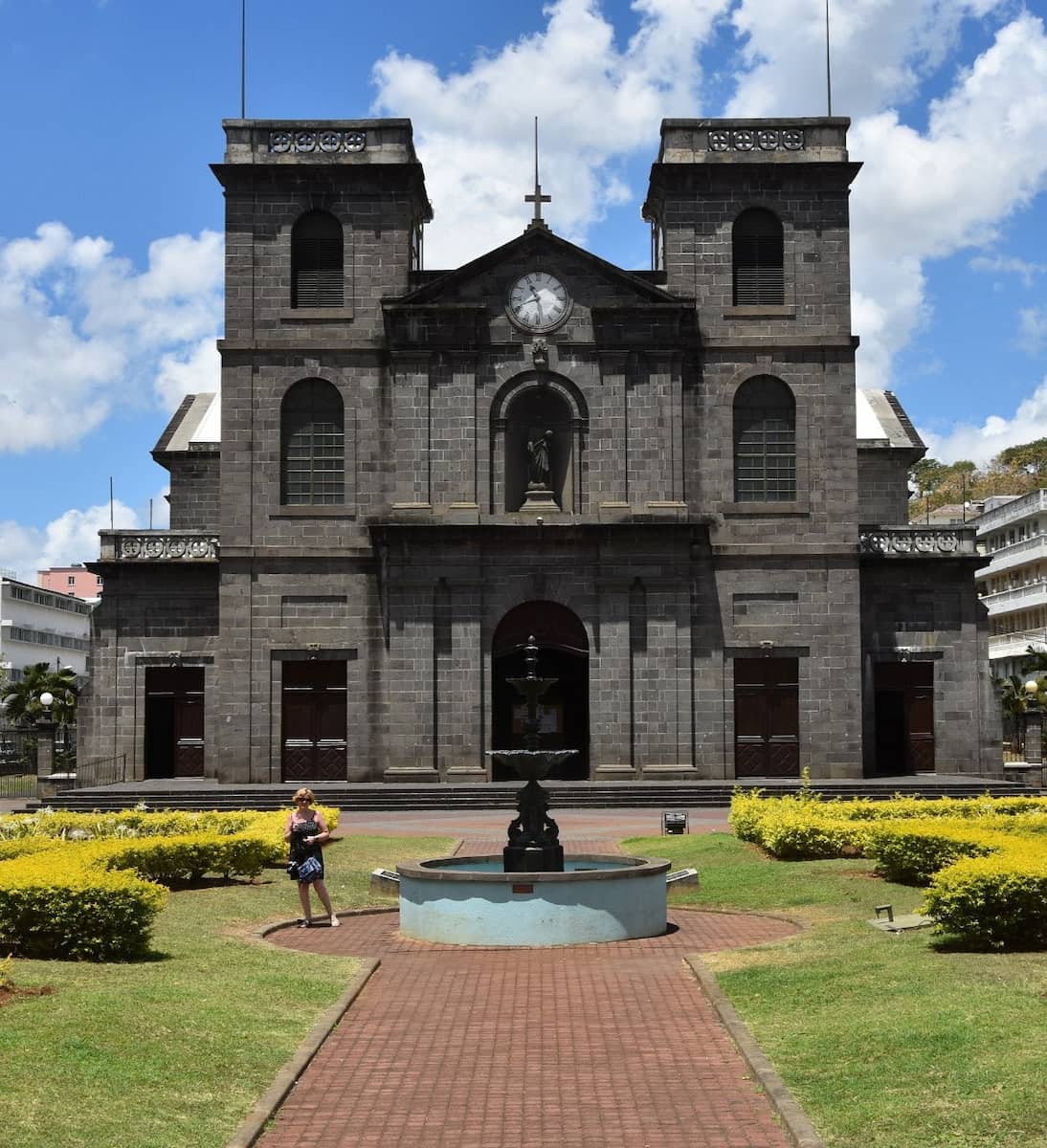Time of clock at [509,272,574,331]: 10:41
